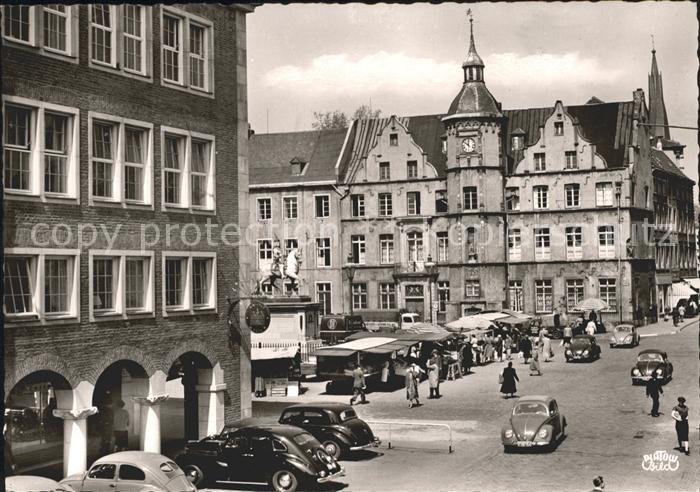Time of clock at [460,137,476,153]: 11:51
